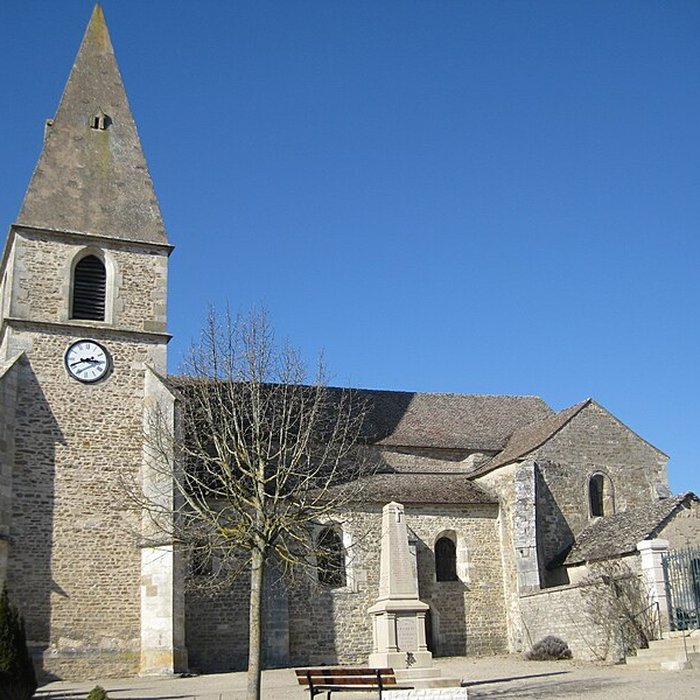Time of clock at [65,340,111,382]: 2:40
